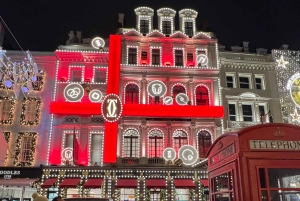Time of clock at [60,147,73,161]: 12:28
